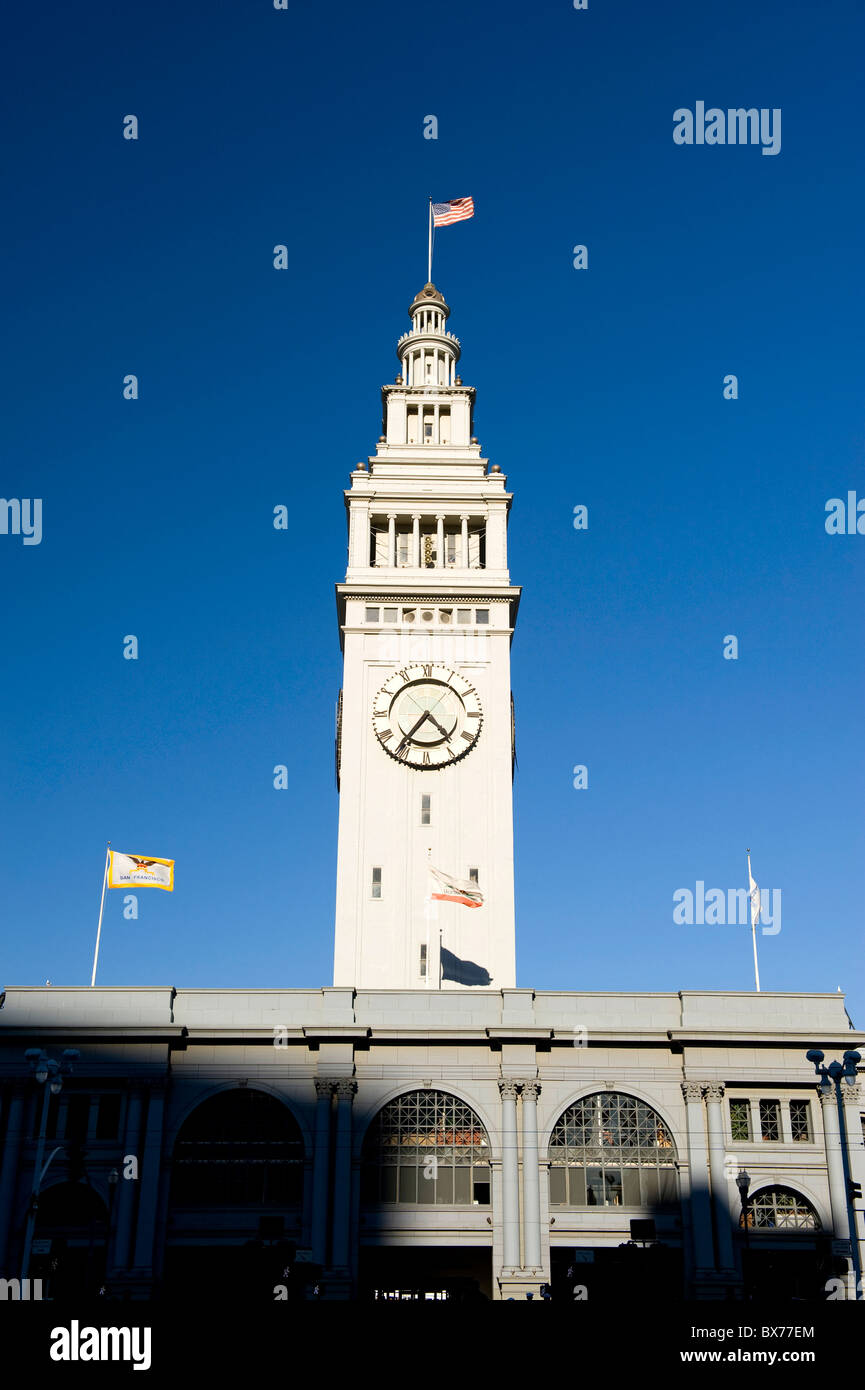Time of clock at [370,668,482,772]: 4:36
